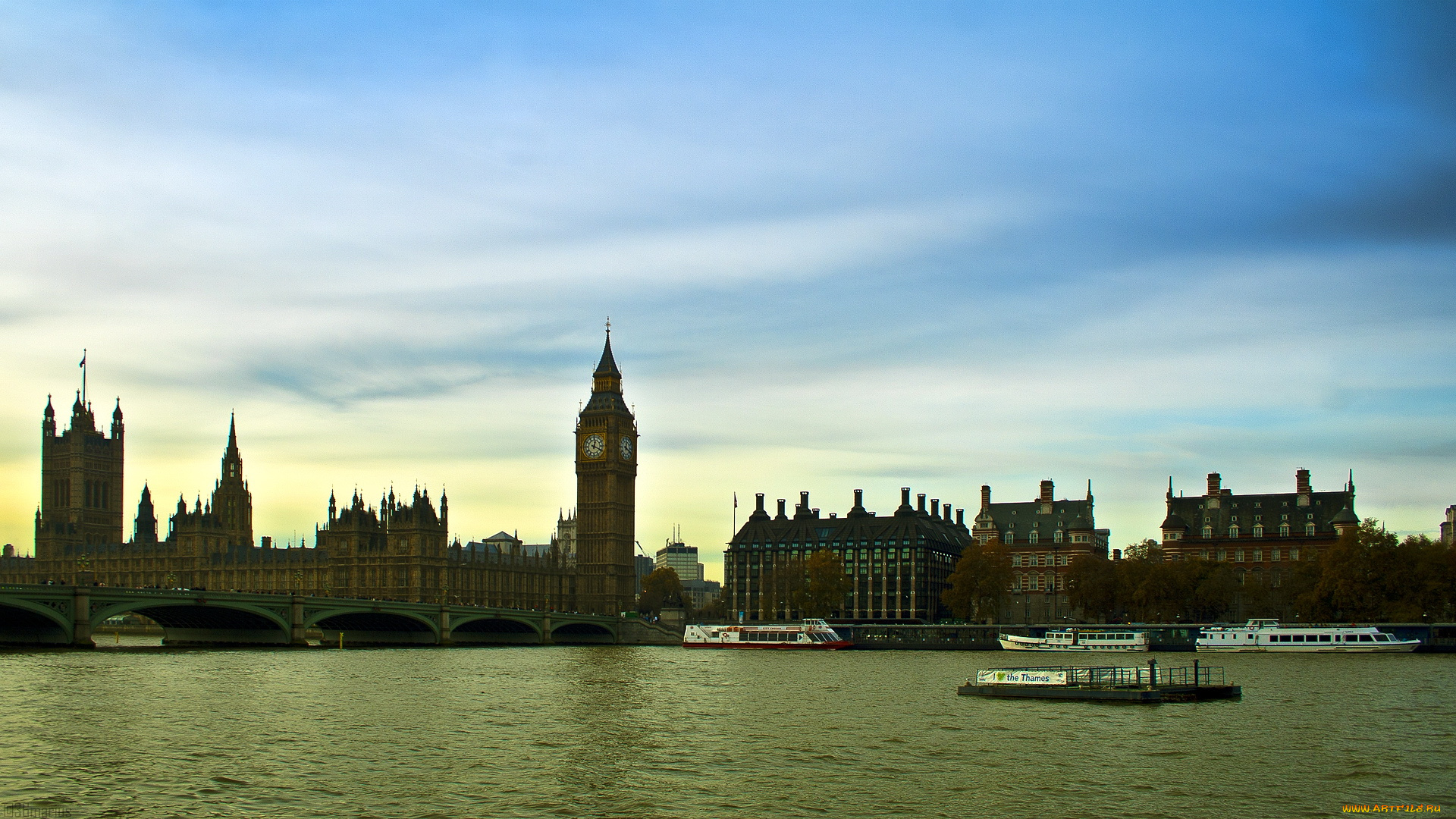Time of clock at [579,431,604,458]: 12:19
